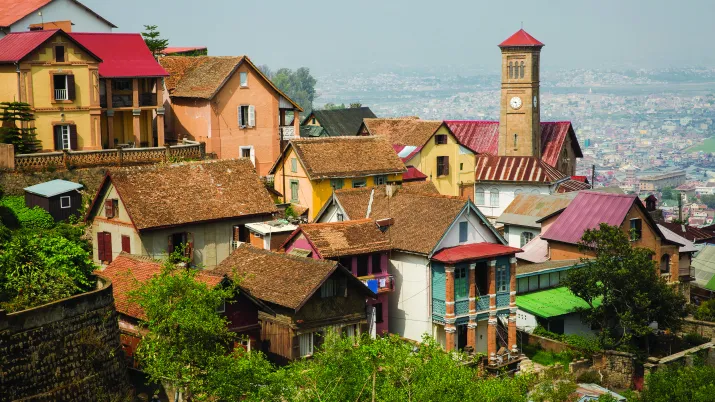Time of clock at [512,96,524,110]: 9:27
